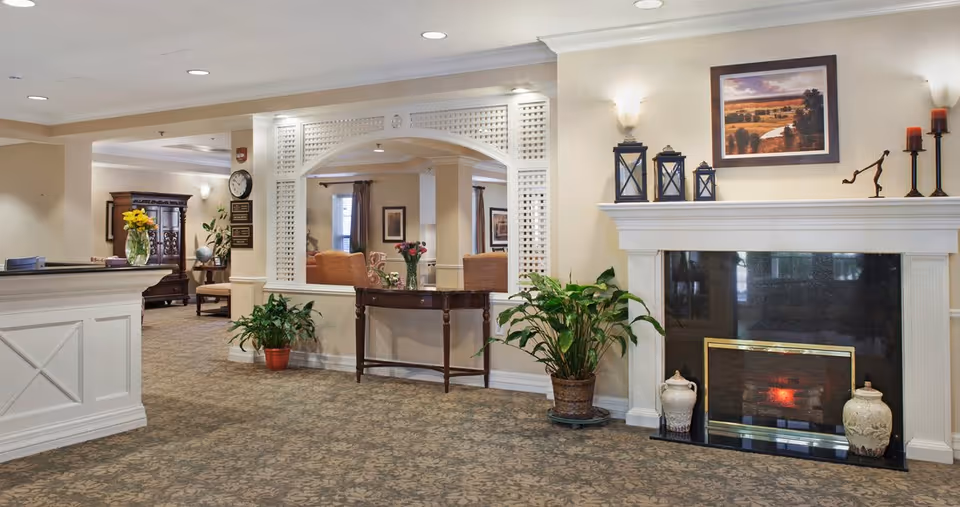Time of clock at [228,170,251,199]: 10:07
